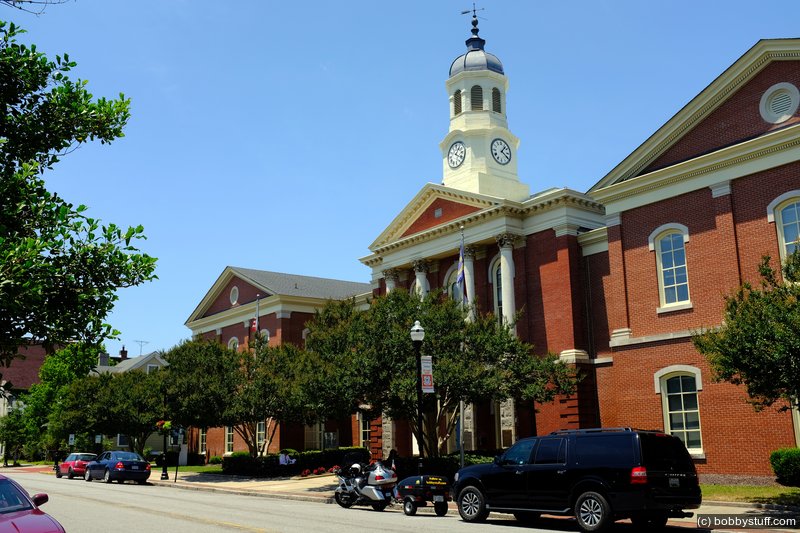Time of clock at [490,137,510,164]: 1:20
